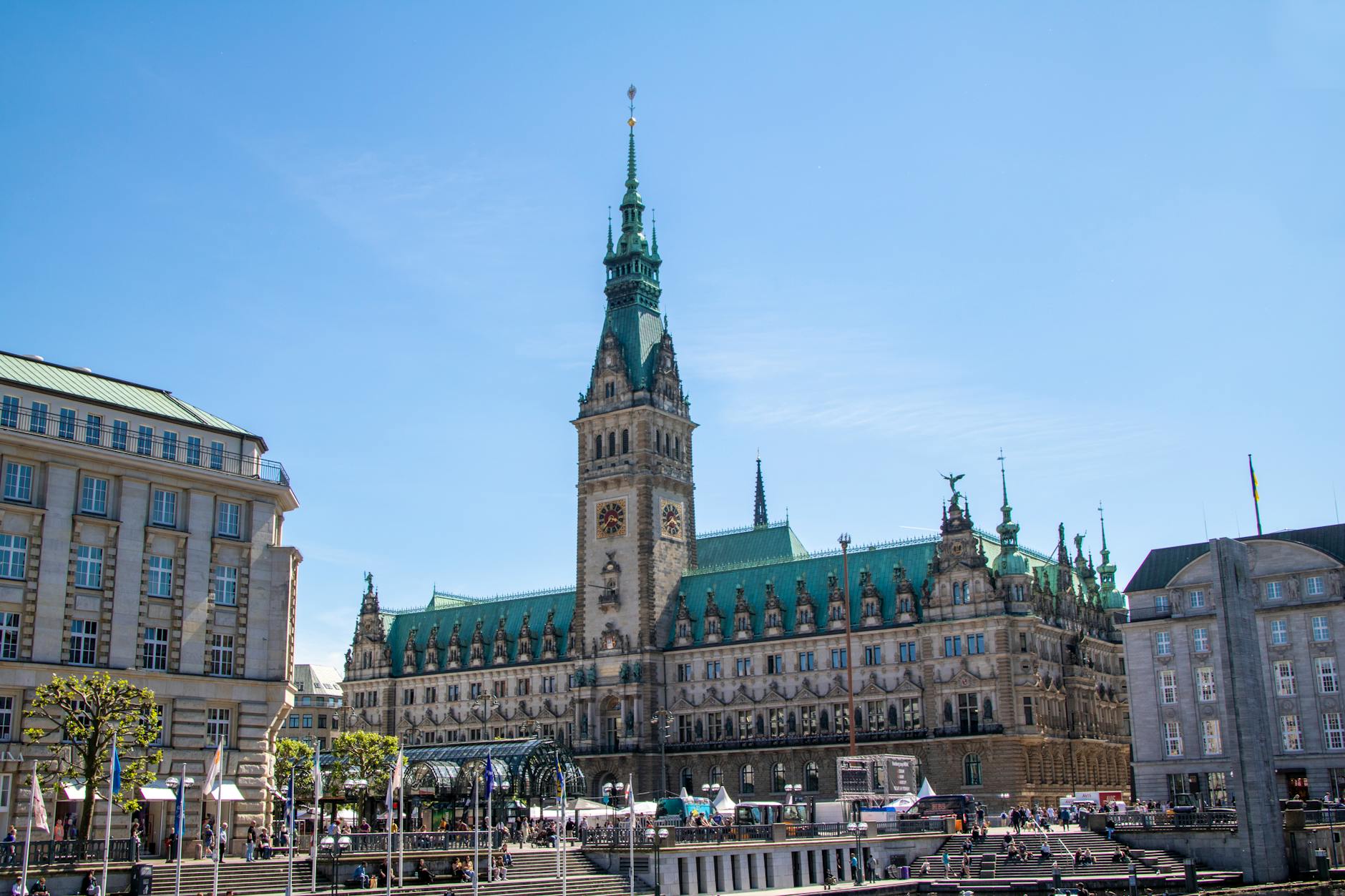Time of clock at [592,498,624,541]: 3:36
